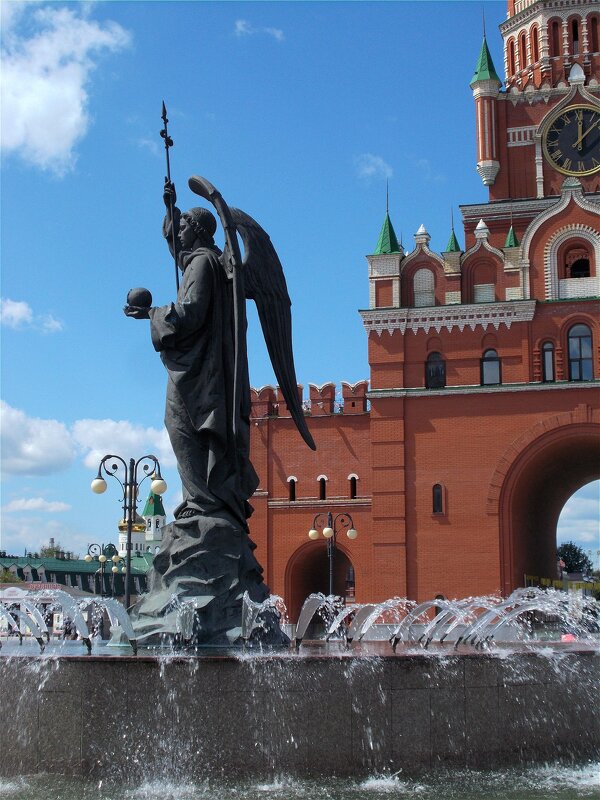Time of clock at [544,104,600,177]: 12:07
